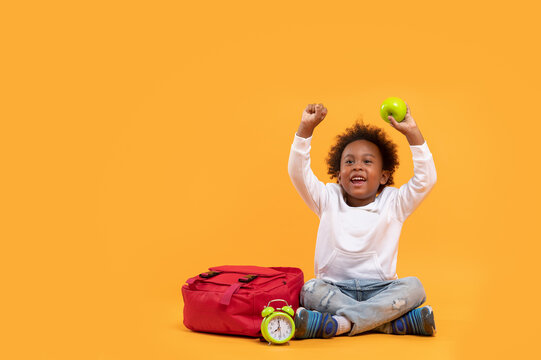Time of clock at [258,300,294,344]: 7:59
